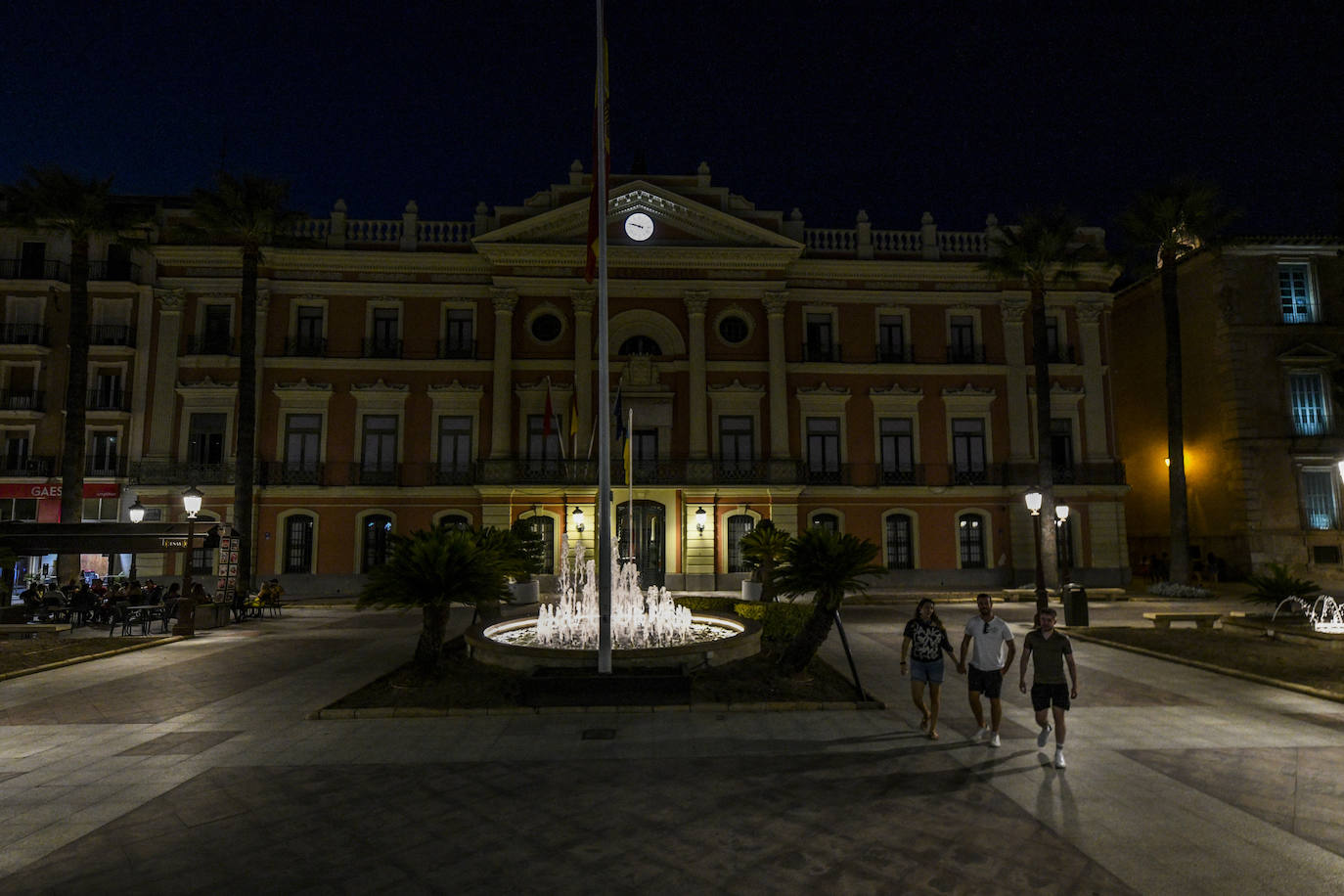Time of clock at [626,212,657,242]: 9:47
